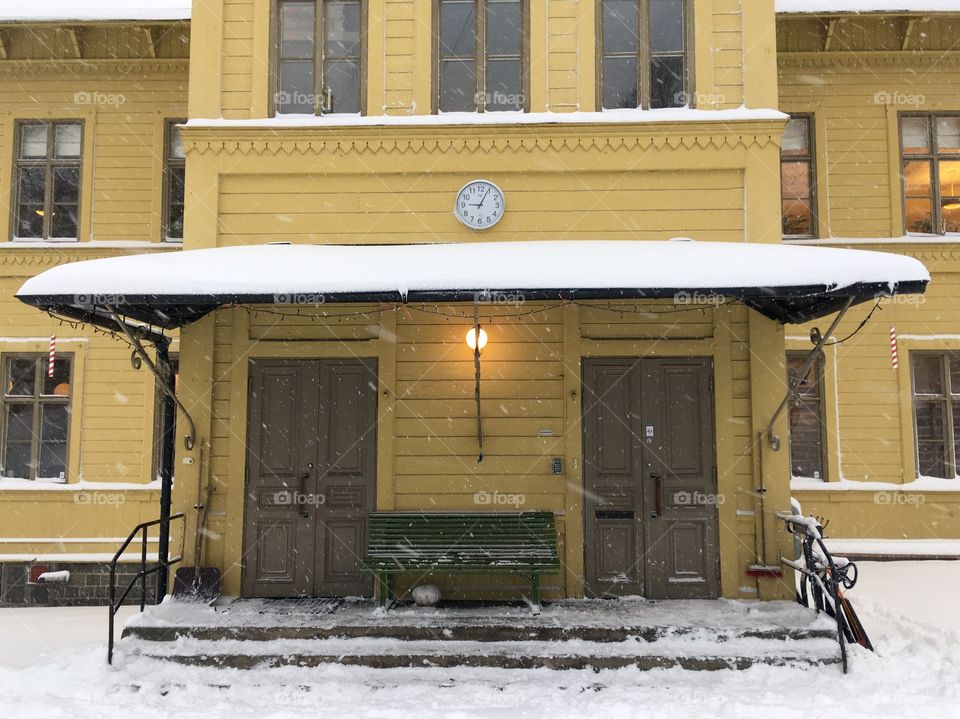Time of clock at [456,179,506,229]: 9:04
